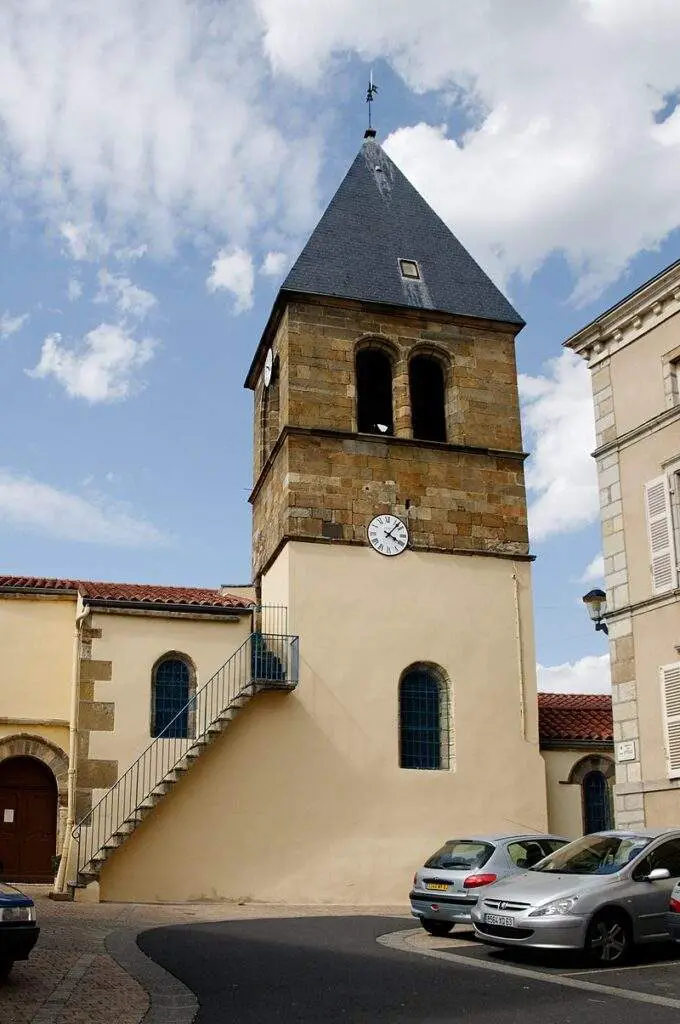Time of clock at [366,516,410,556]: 4:07
